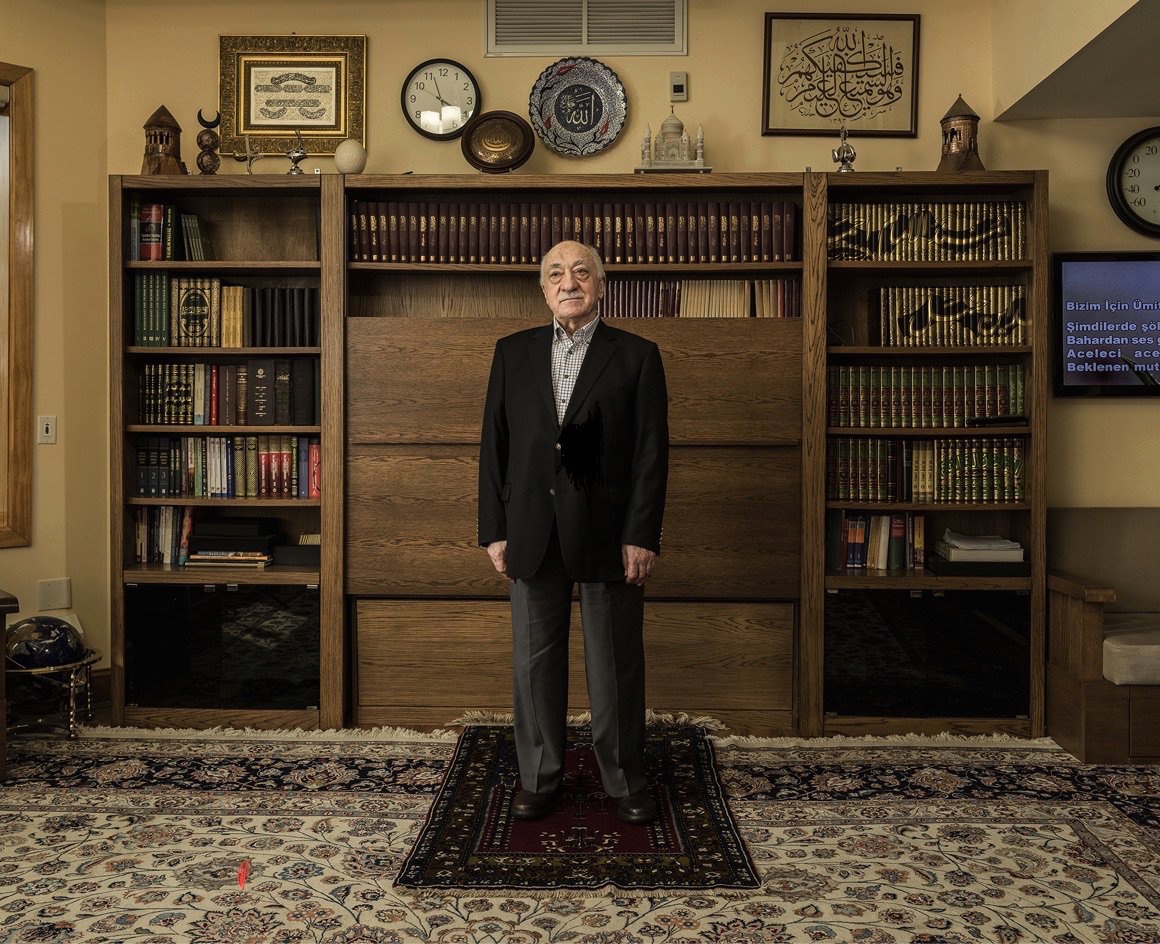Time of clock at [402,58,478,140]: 3:56
